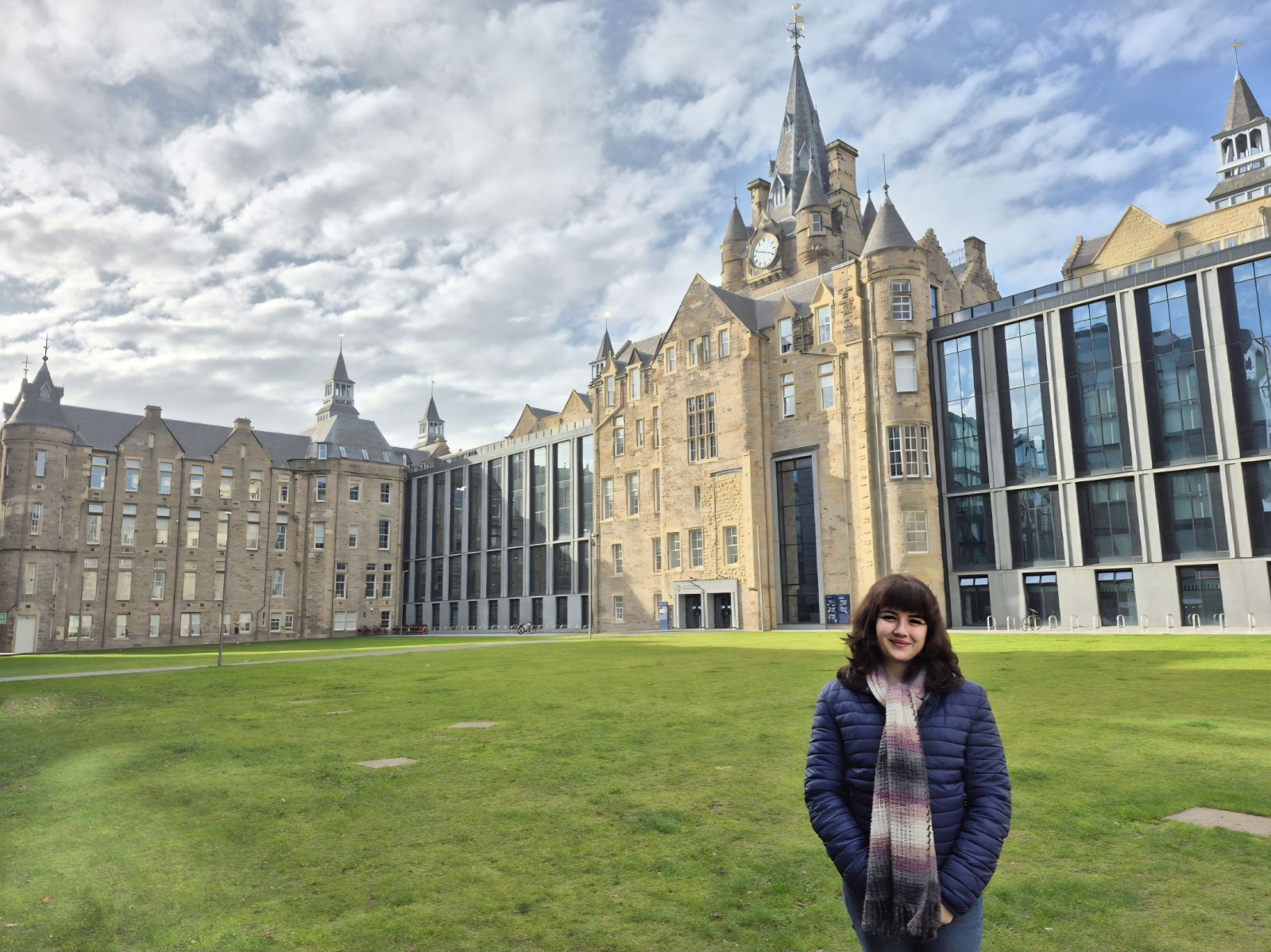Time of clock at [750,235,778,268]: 3:48
